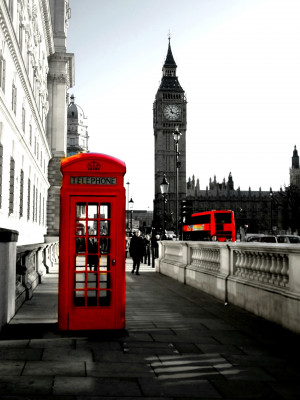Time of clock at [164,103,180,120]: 11:17
